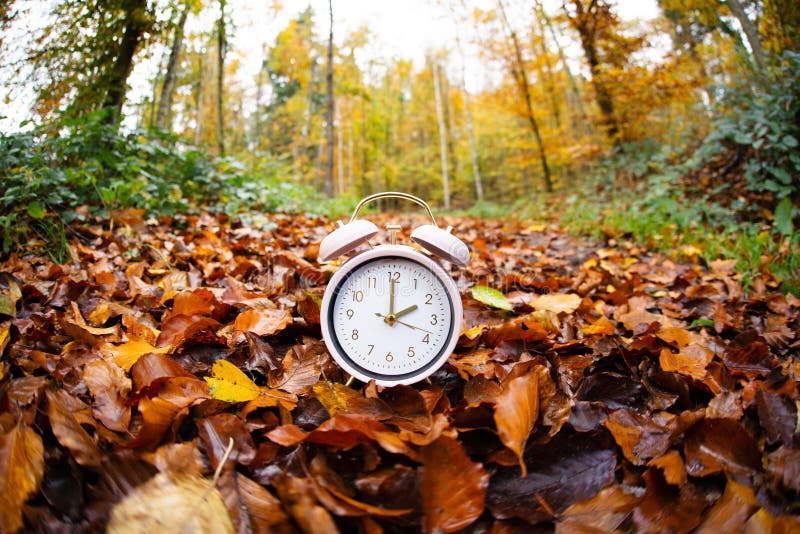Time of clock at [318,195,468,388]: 2:00
